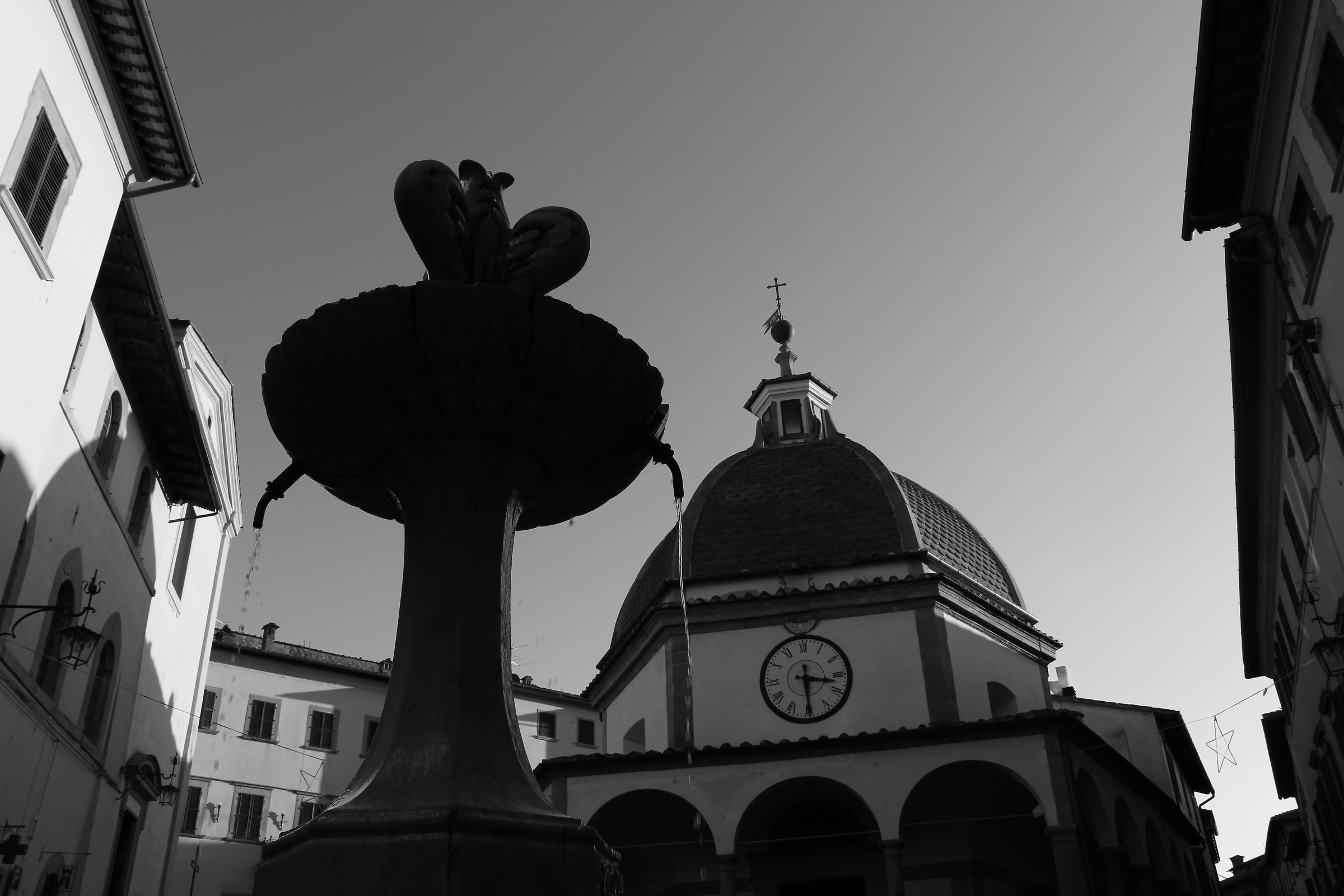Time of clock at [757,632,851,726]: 3:29
